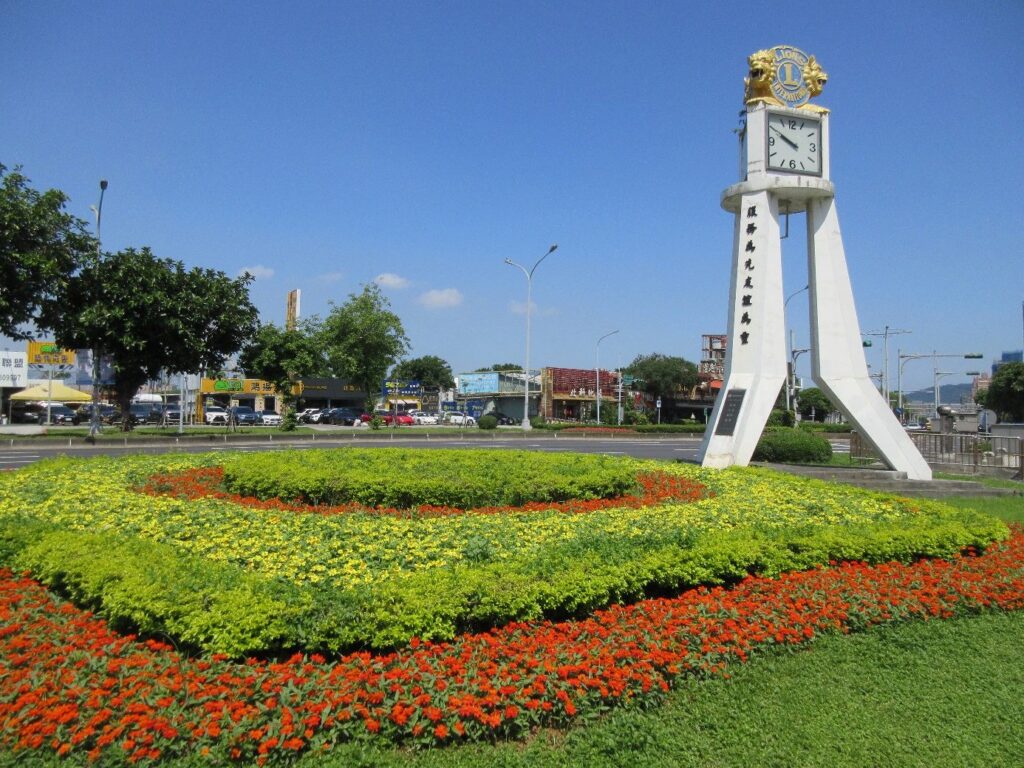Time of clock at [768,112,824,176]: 9:50
